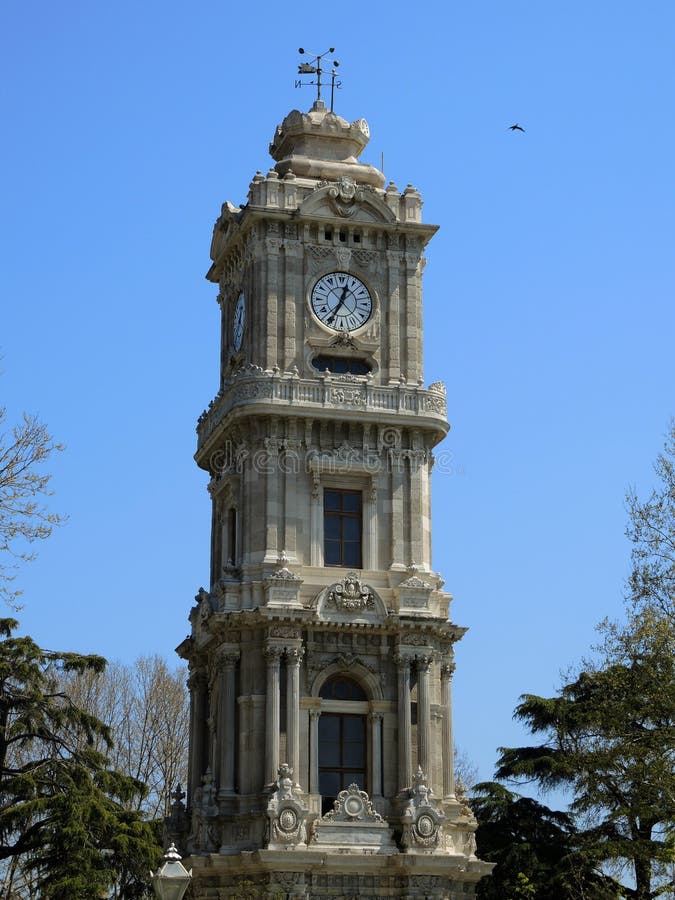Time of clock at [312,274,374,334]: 12:34
